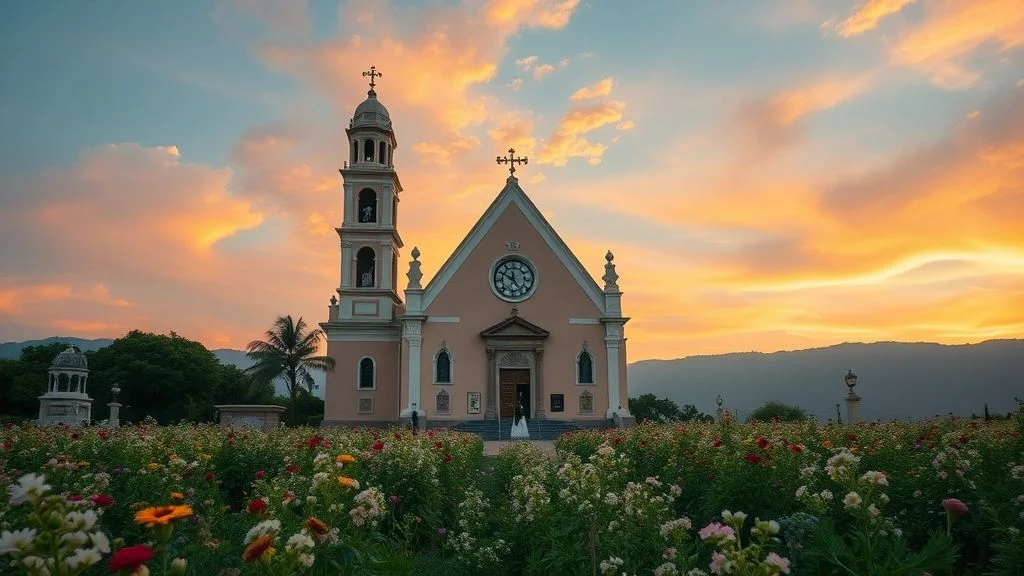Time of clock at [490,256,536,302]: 11:50
